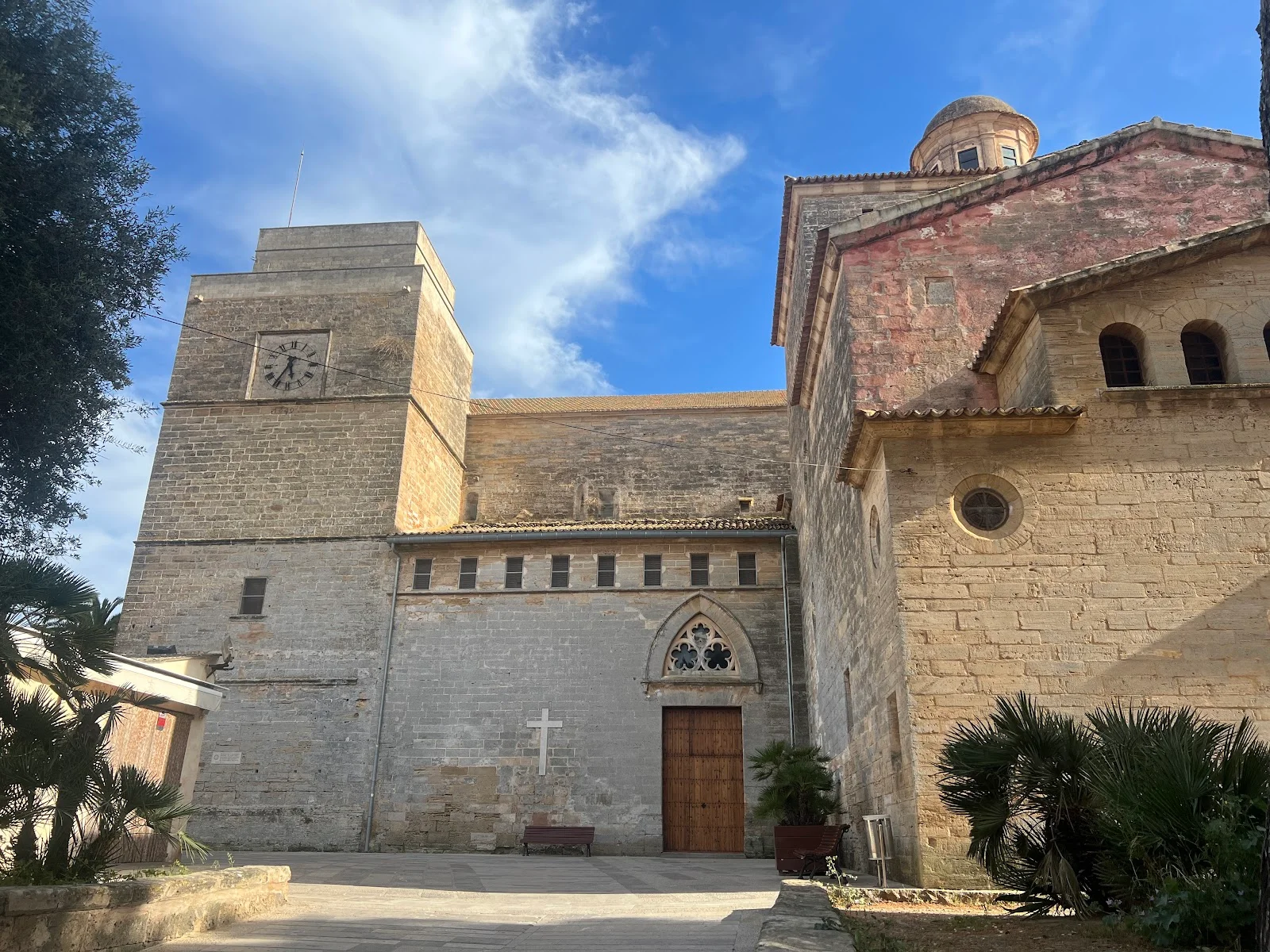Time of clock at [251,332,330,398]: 5:35
